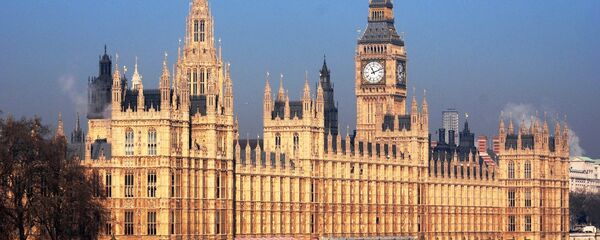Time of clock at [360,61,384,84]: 11:11
